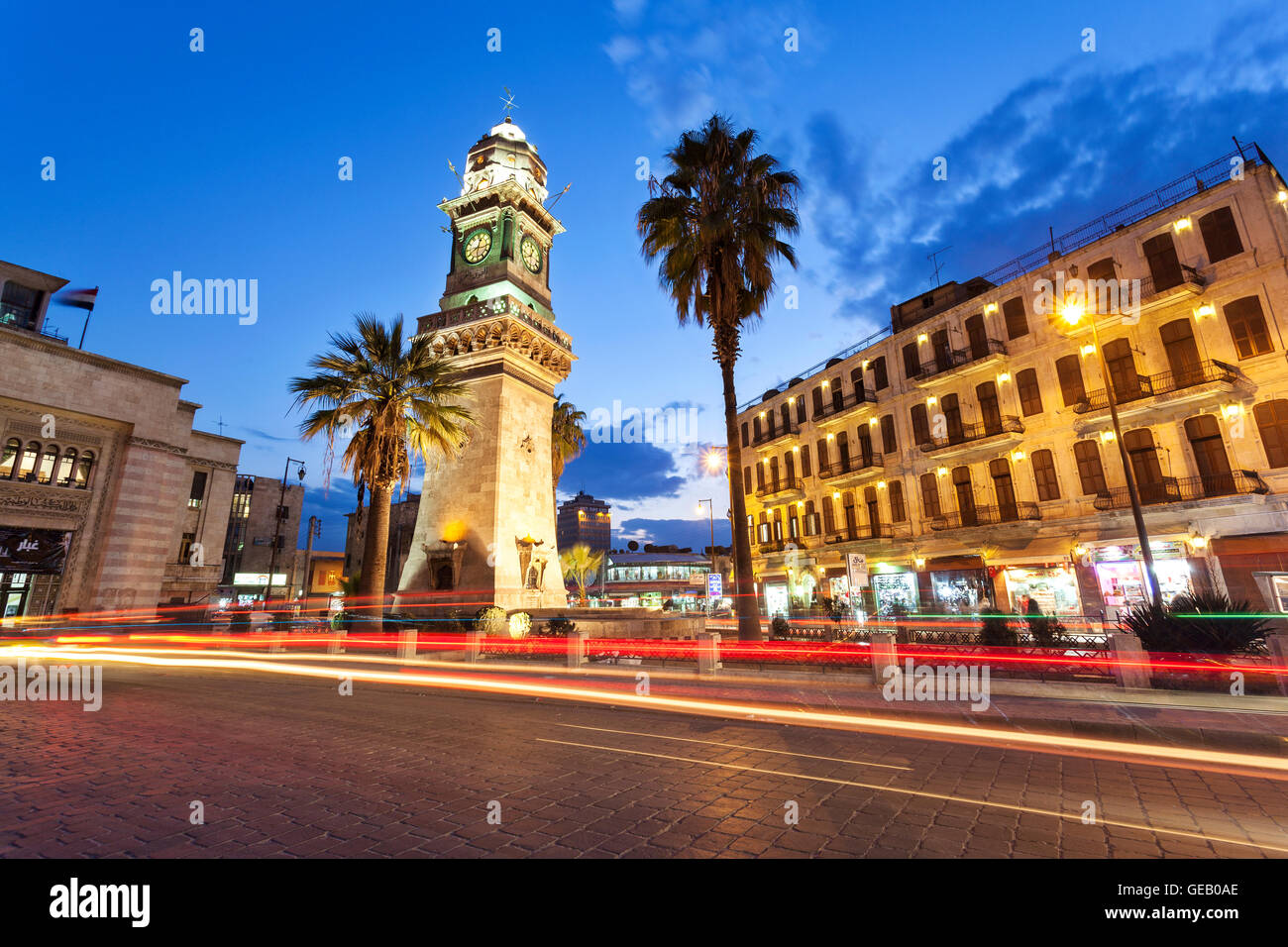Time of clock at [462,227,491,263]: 12:41
